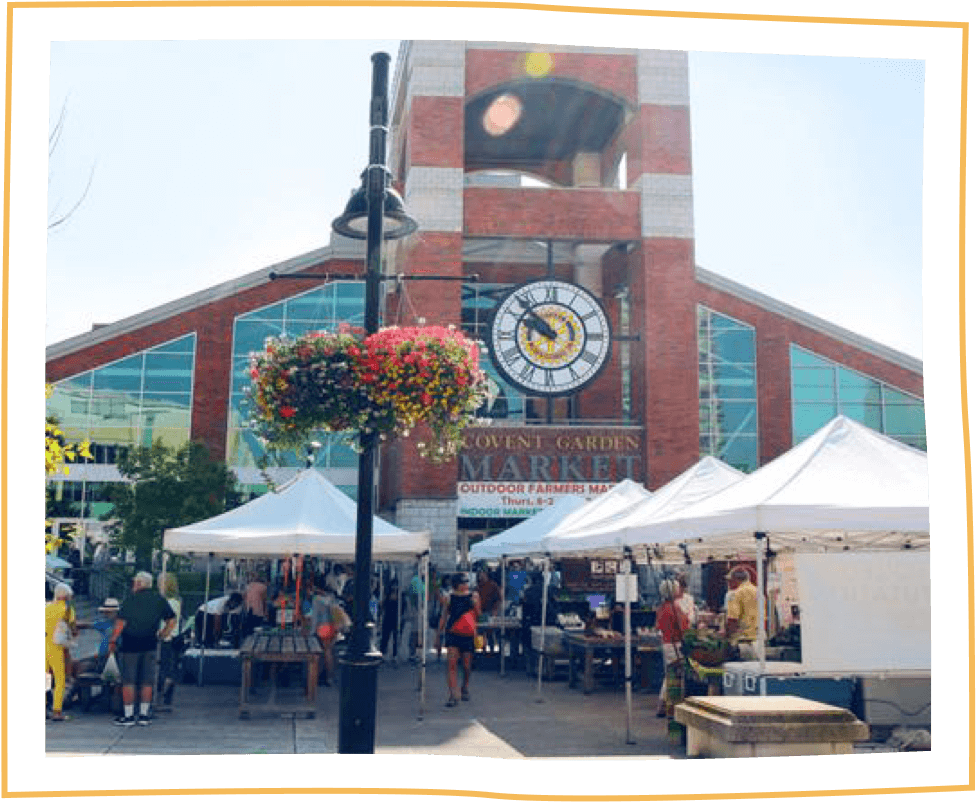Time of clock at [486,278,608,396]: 9:52
